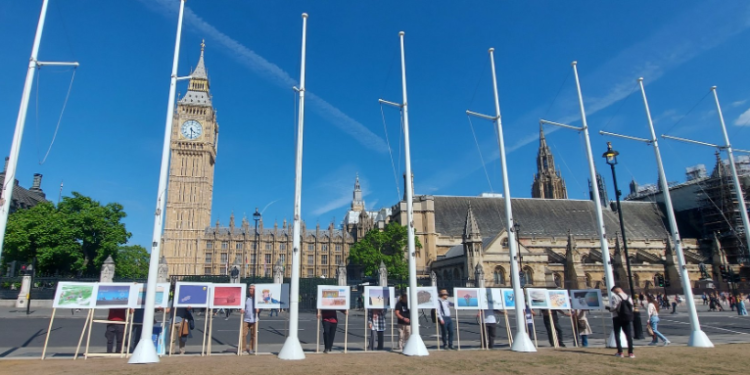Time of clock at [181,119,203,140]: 4:29
